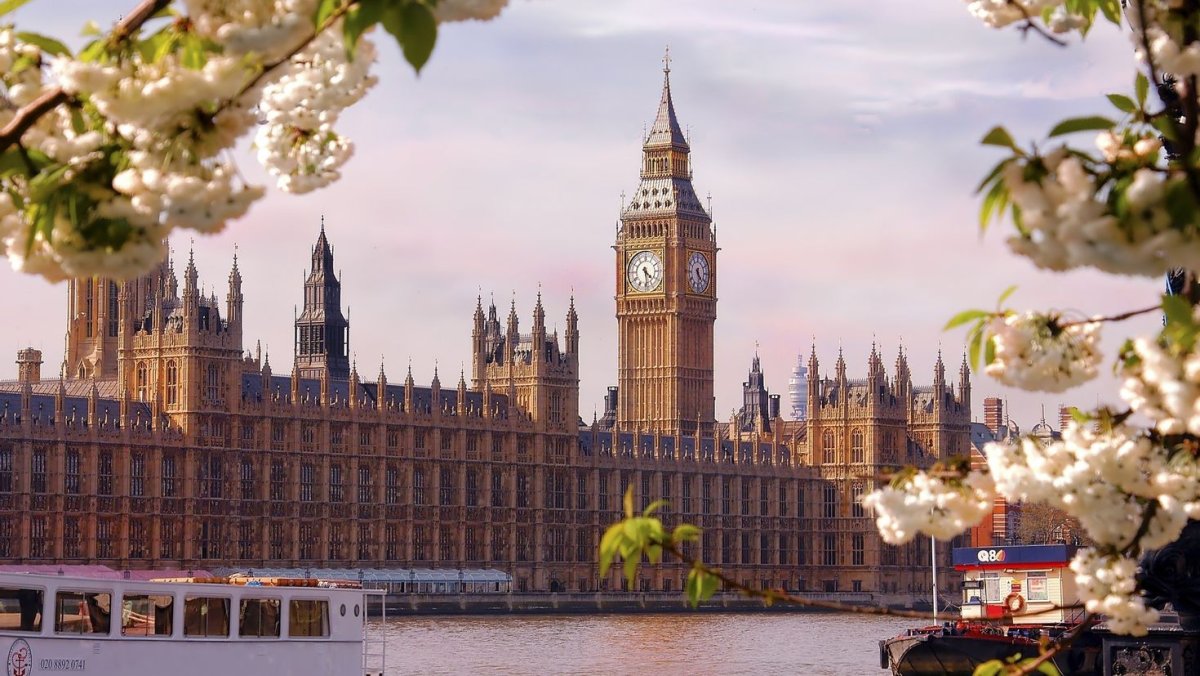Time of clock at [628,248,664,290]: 4:28
